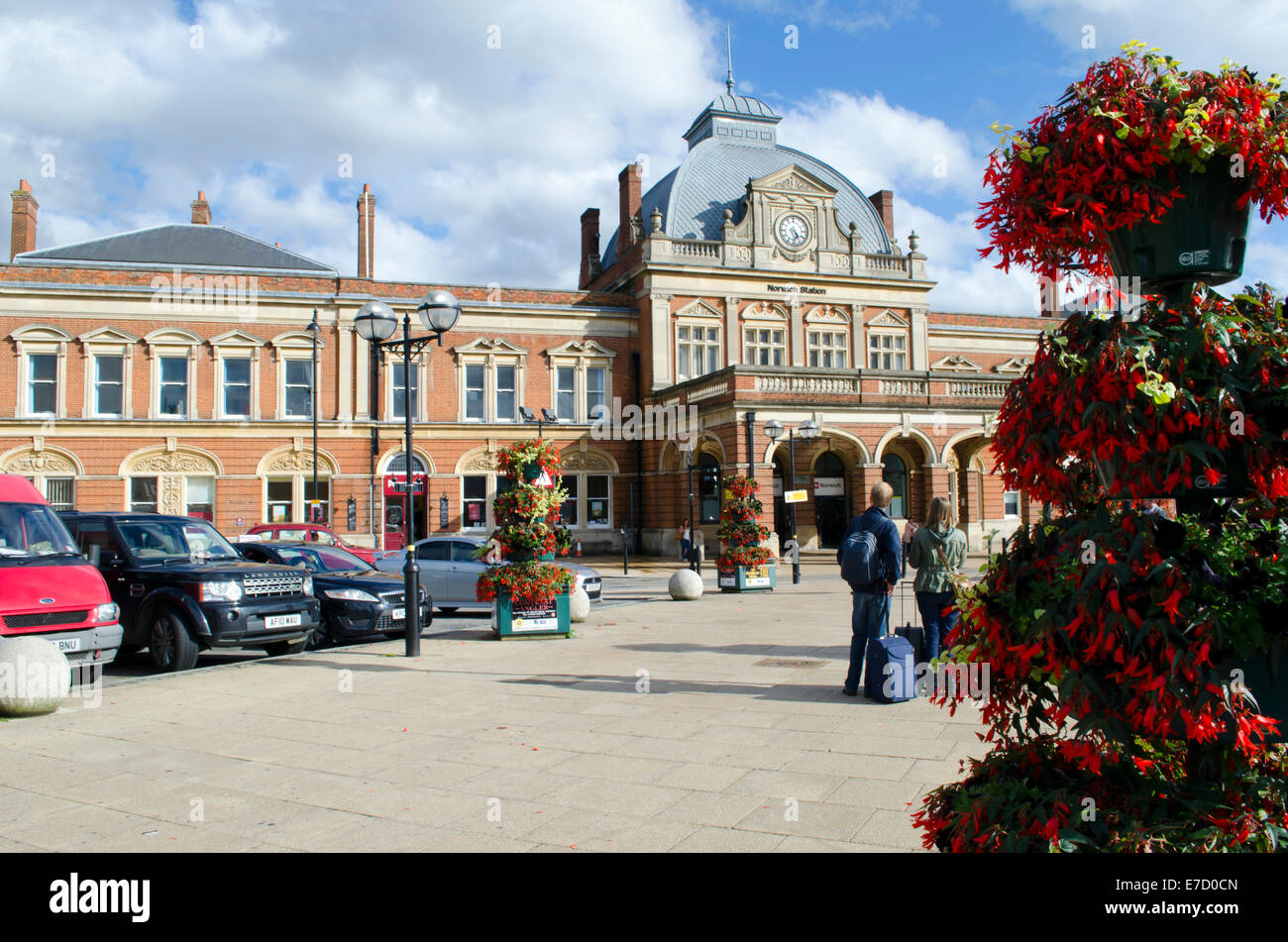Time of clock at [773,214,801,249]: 4:26
